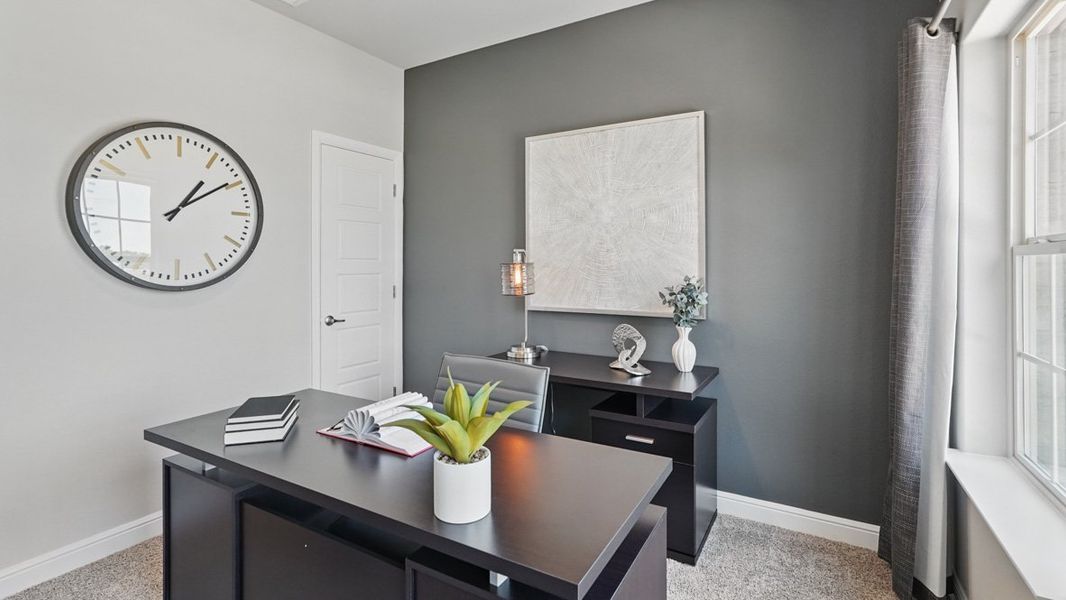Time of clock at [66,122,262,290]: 1:09
